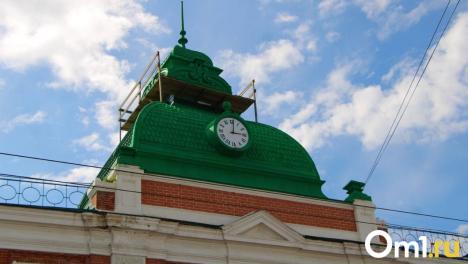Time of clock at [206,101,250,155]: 3:01
